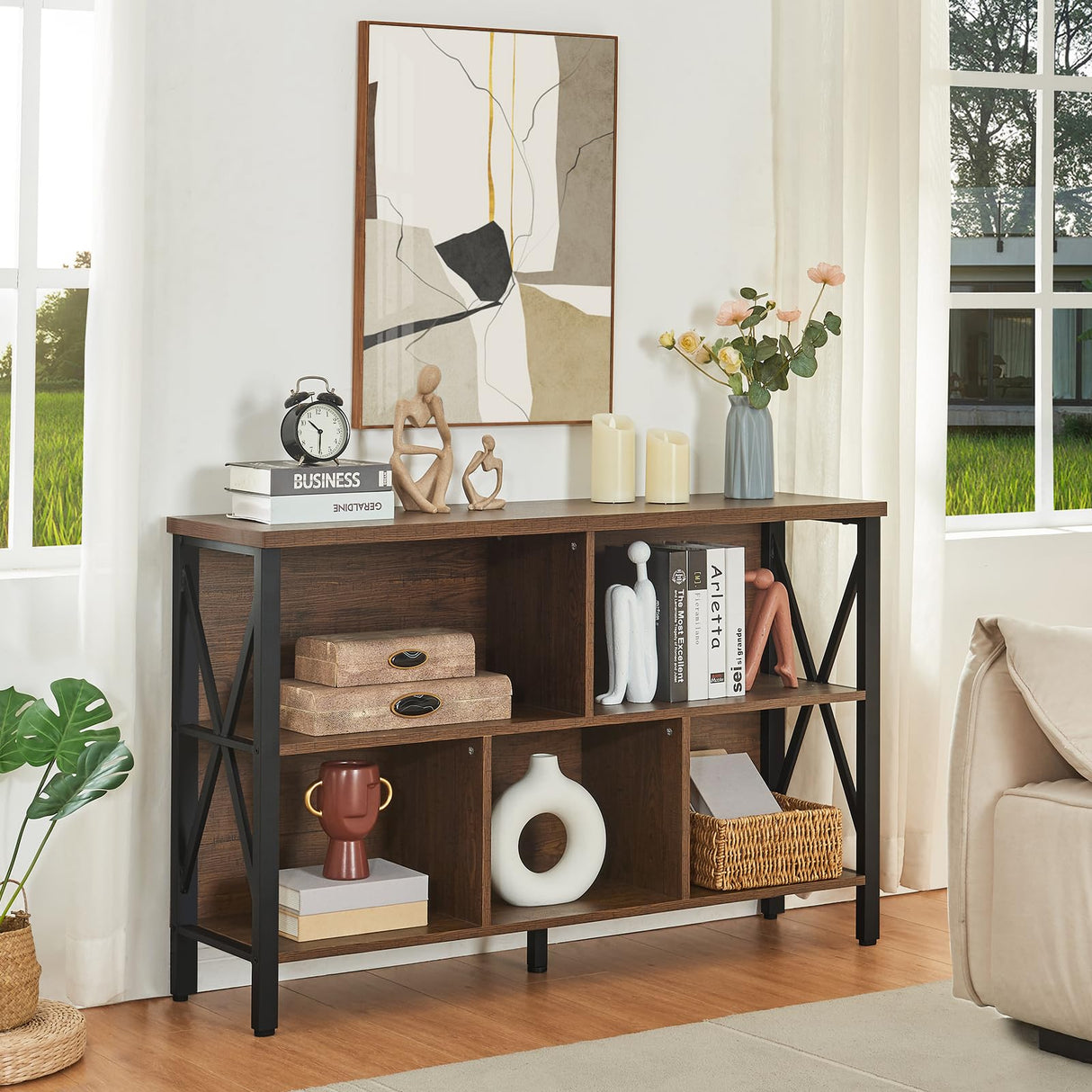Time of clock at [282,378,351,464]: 10:30
